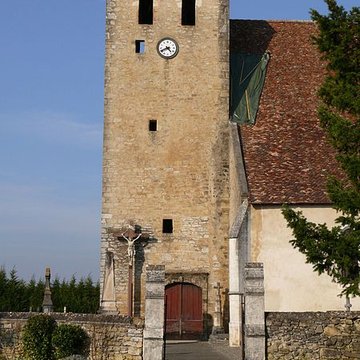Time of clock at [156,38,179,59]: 4:41
